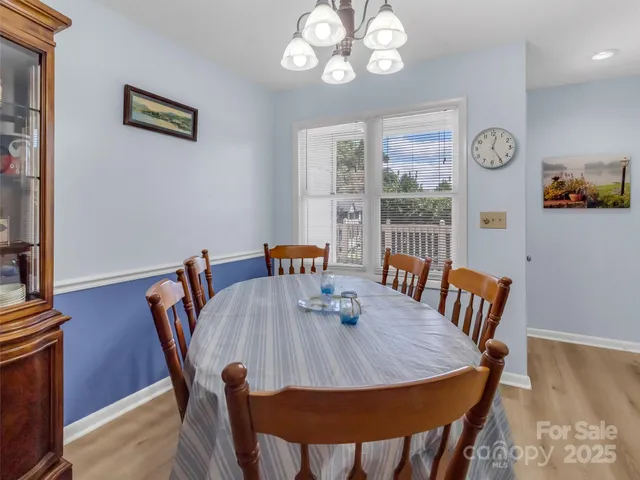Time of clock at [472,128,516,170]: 12:24
